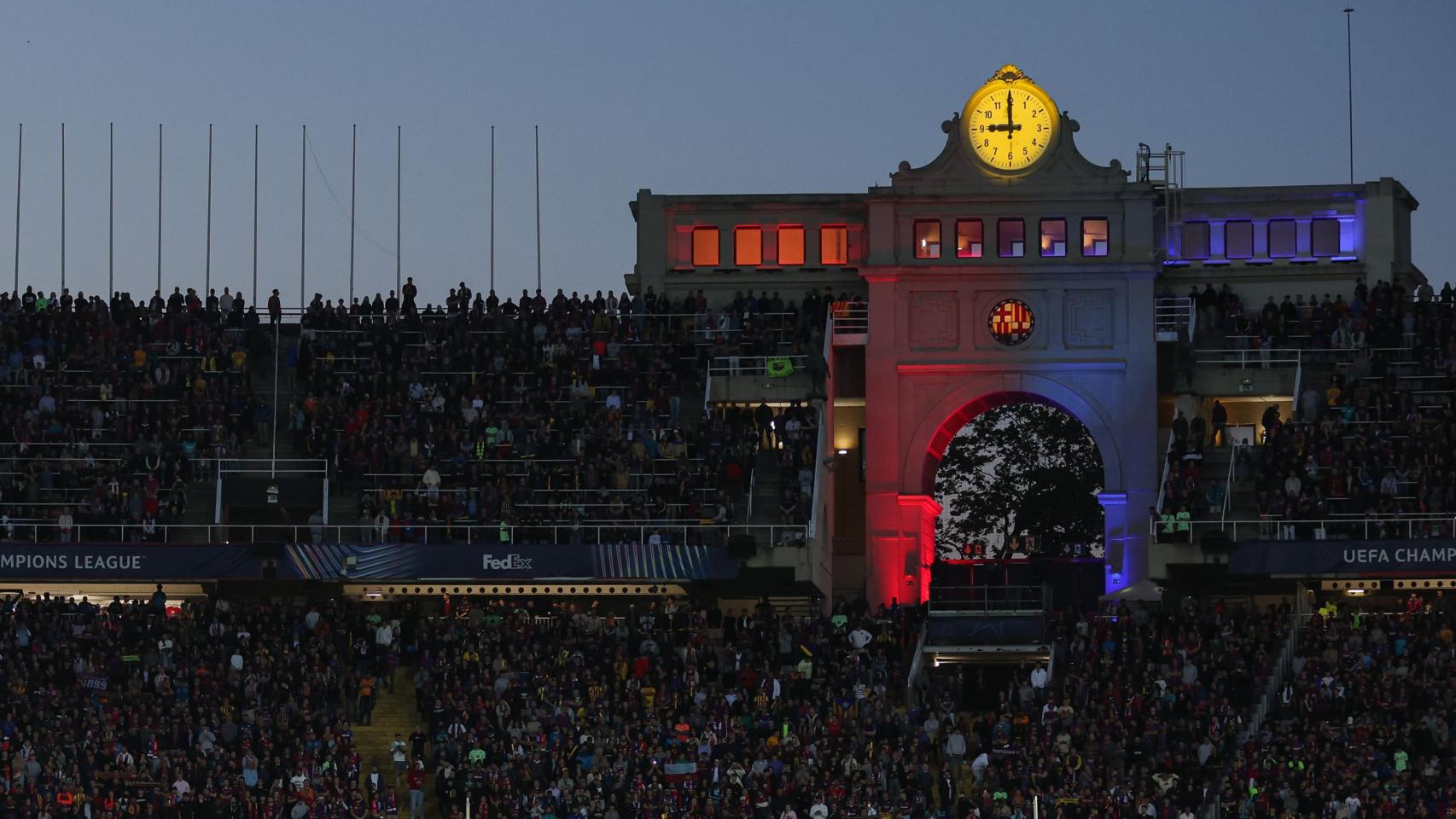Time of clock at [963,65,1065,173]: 8:59
